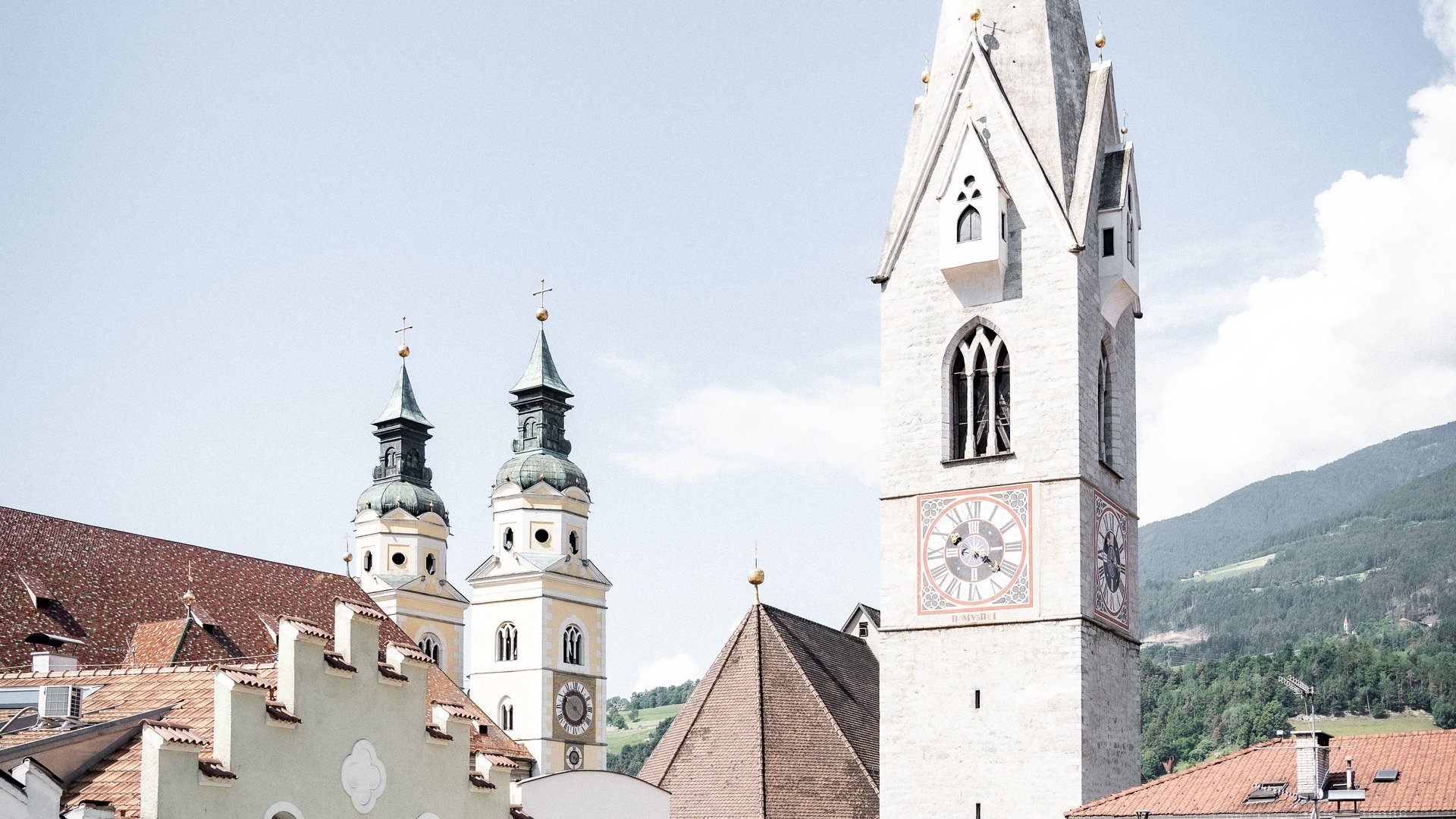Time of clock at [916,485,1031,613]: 4:14
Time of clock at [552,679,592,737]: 10:21
